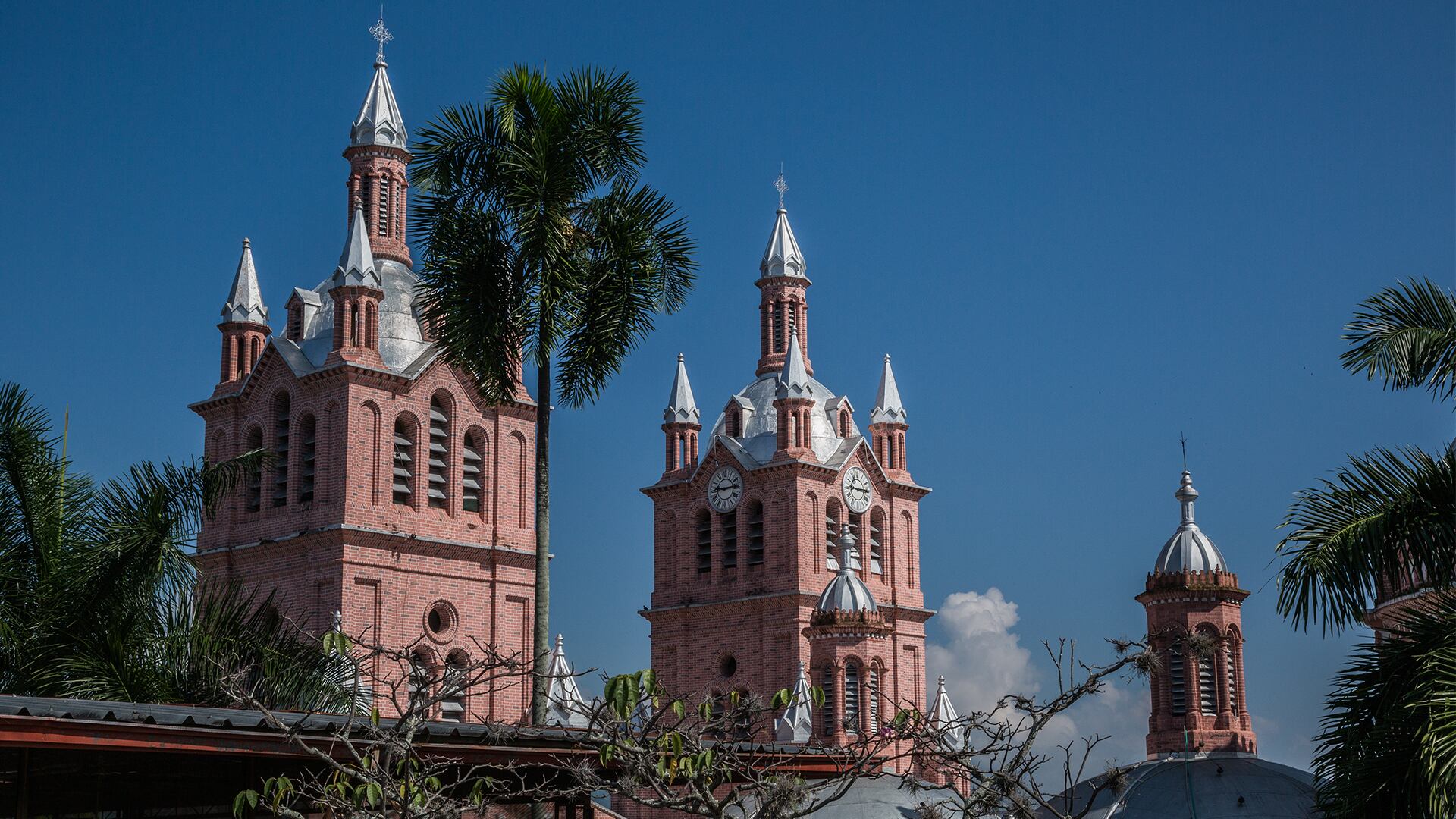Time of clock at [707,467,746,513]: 9:13
